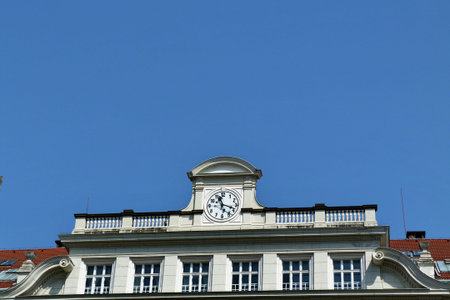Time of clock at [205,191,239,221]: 11:18
